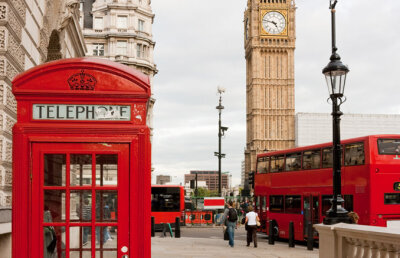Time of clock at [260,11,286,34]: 4:47
